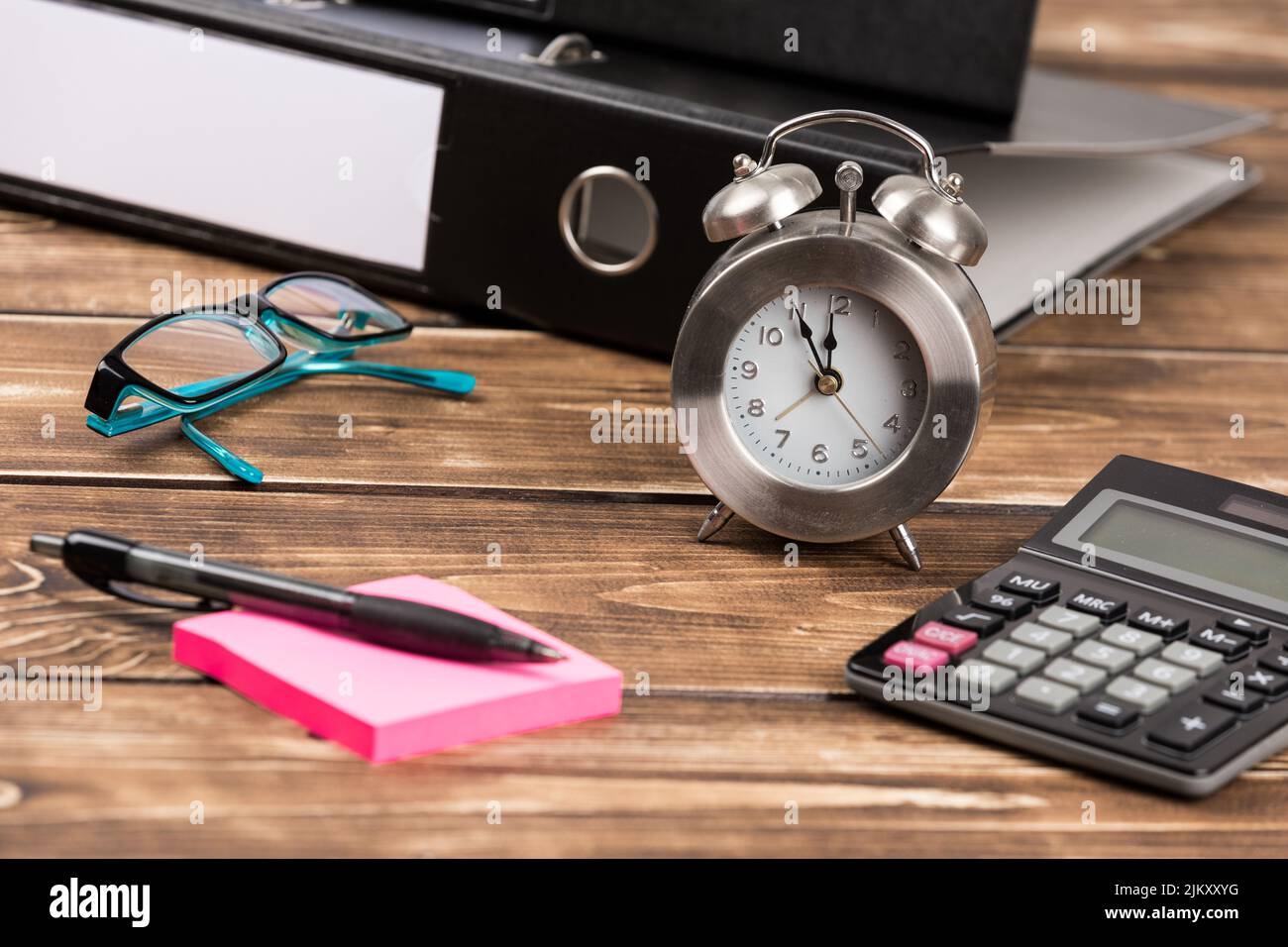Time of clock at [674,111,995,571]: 11:55
